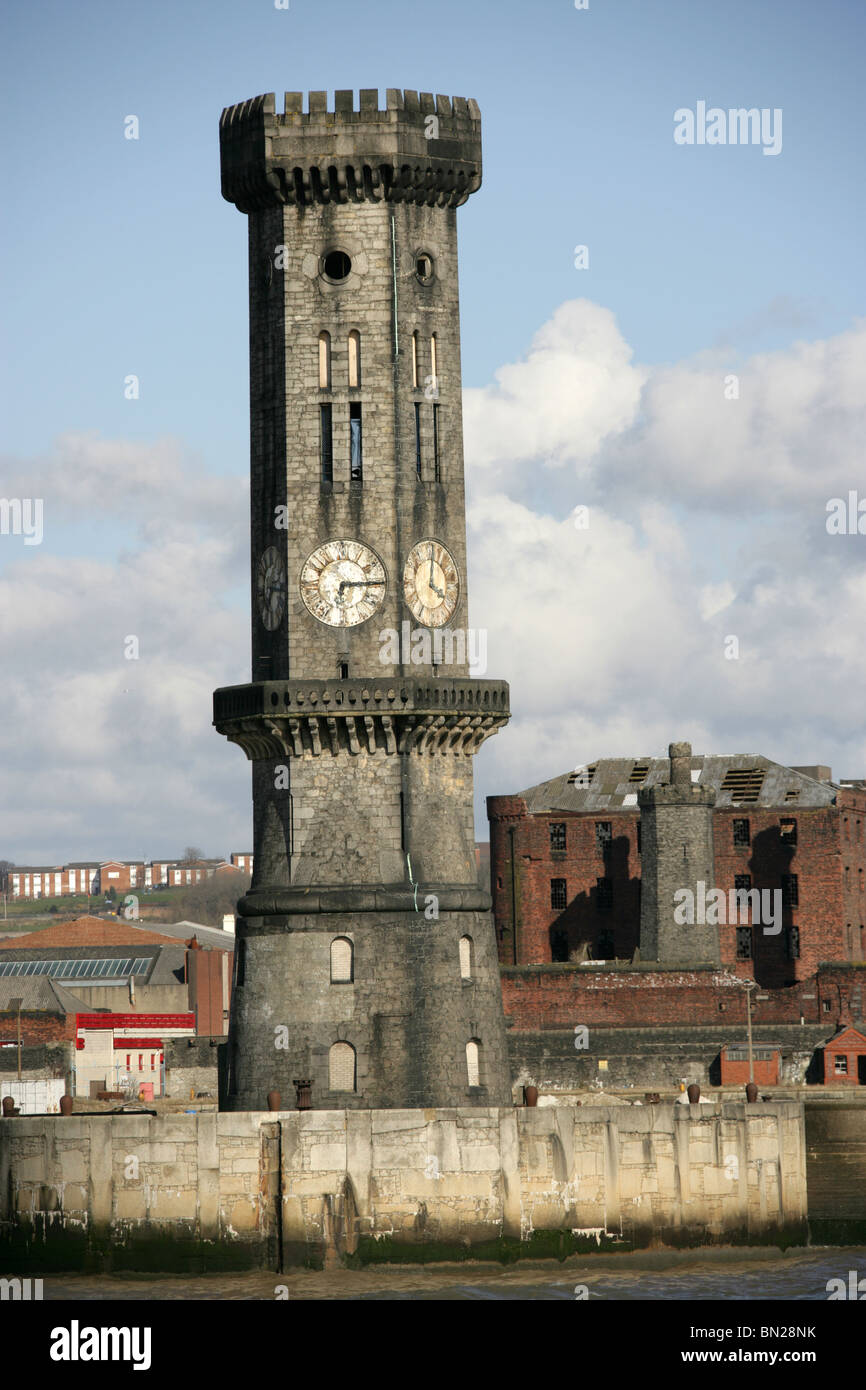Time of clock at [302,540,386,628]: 6:14
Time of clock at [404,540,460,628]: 4:01
